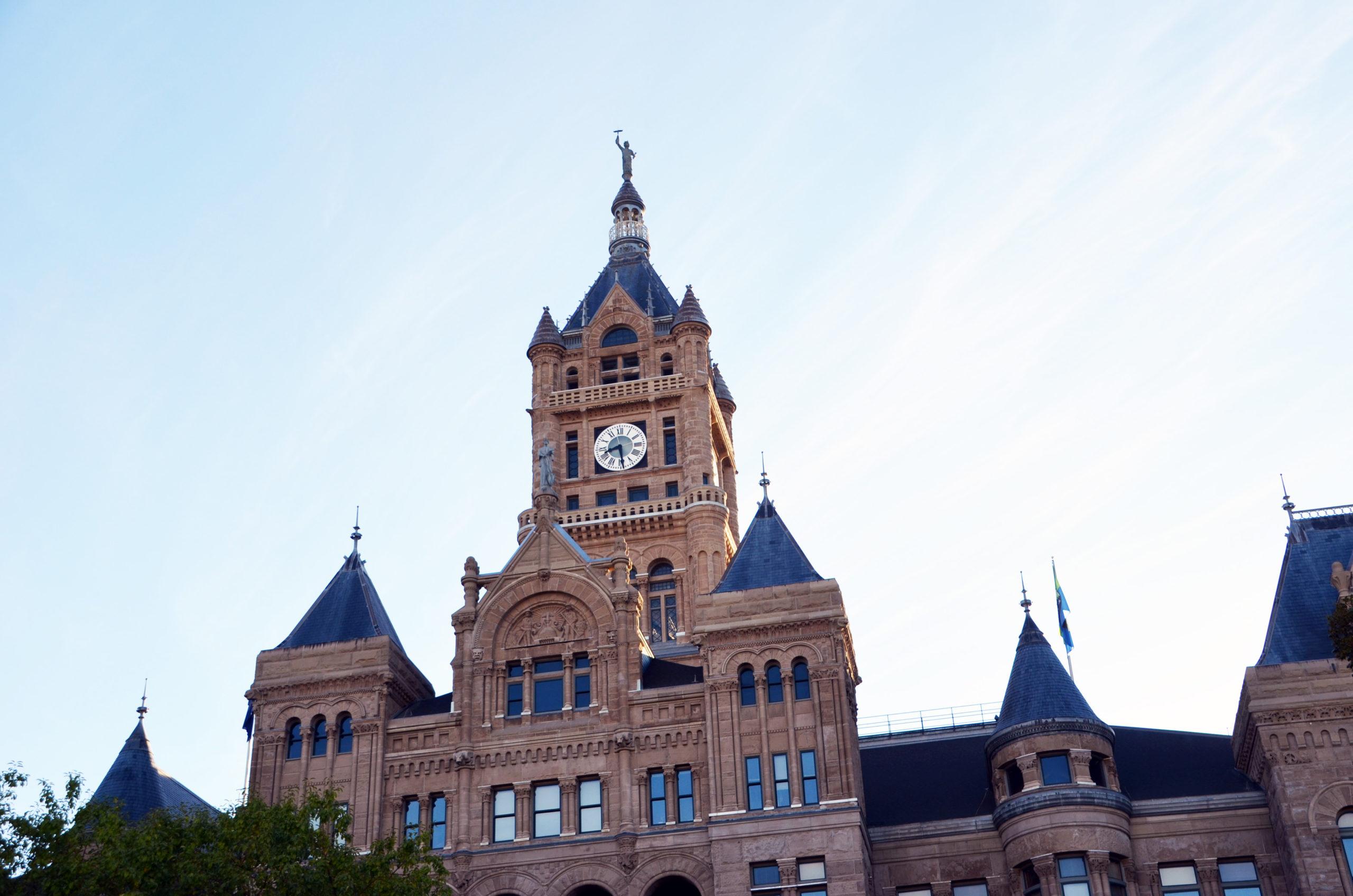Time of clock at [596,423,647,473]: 8:29
